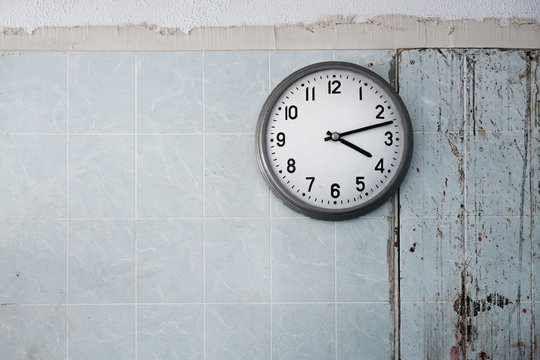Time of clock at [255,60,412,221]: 4:12
